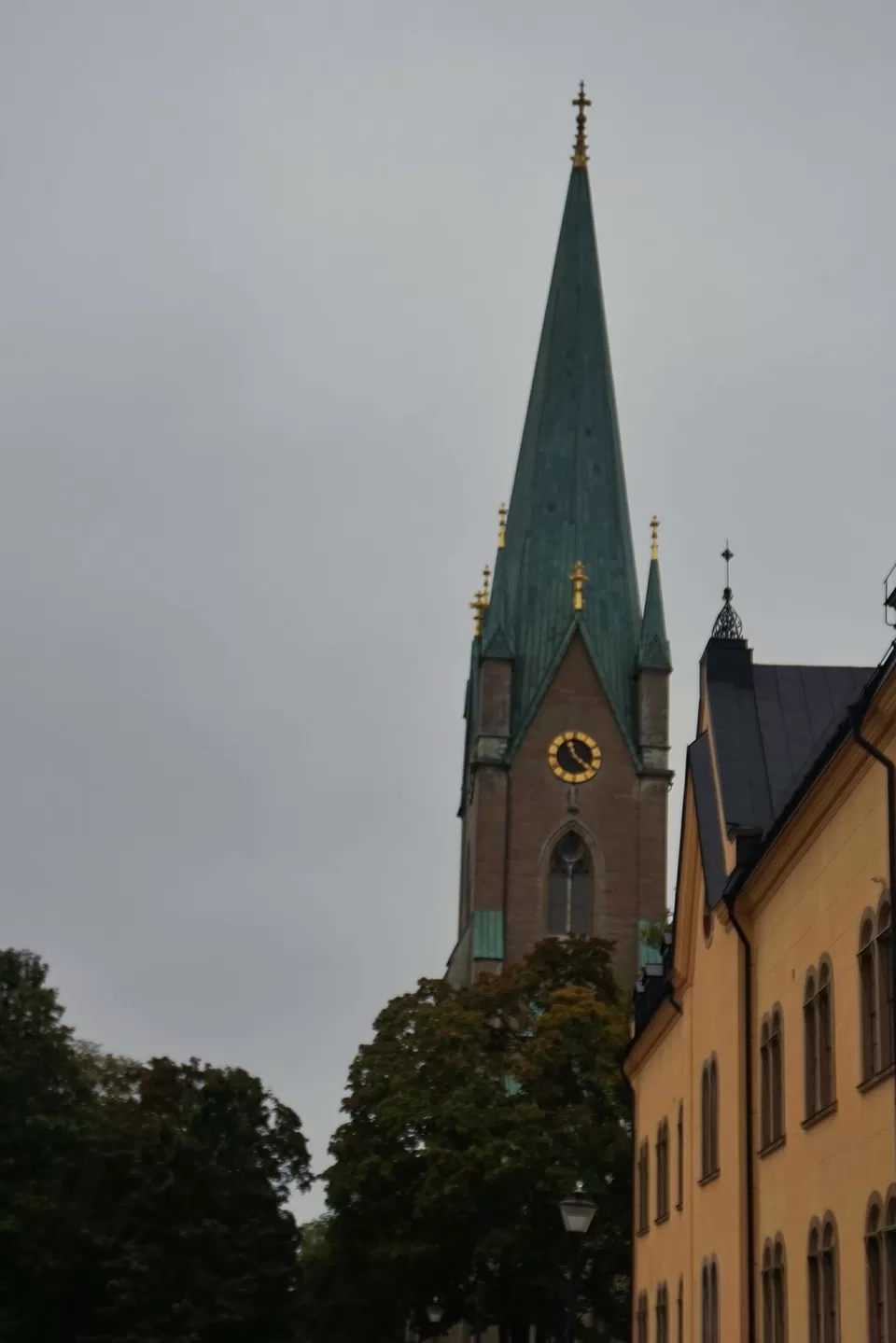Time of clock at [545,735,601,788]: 11:21
